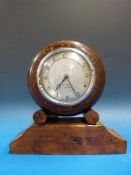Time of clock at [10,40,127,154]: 7:25
